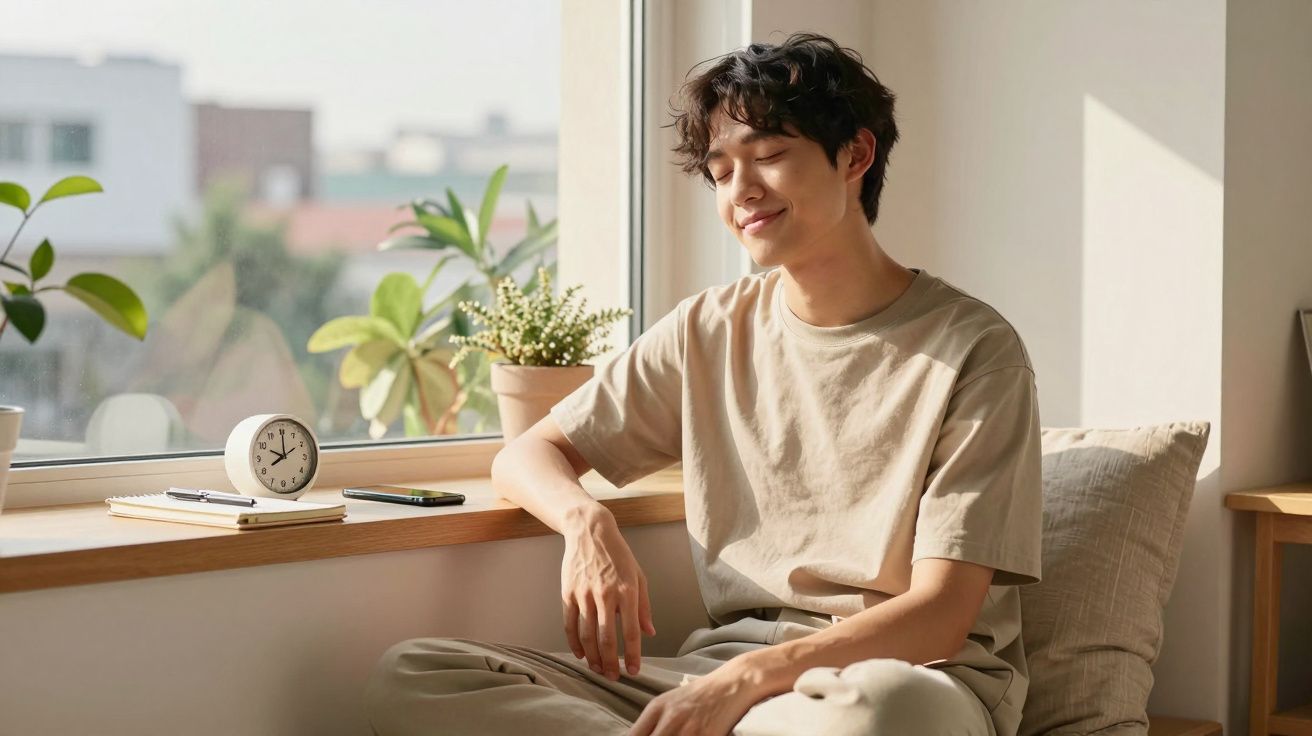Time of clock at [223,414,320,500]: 8:00
